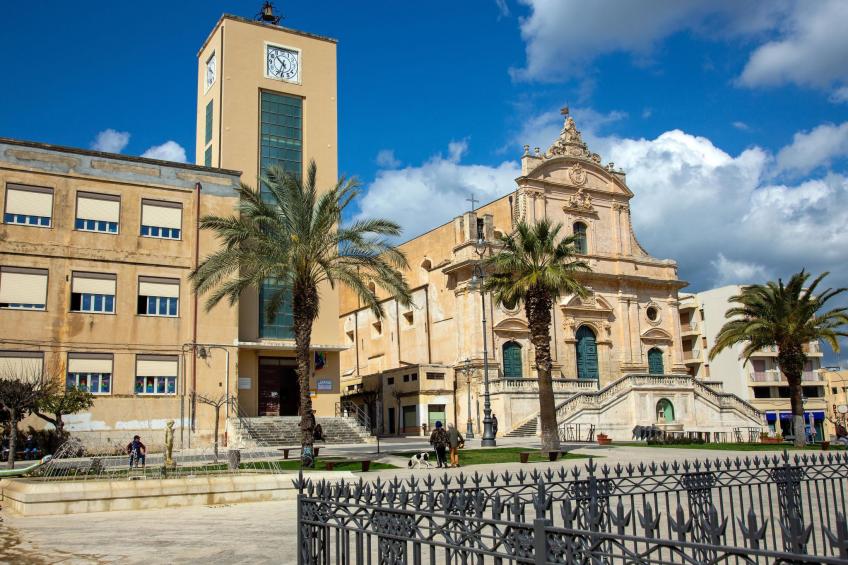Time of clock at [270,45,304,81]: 10:33
